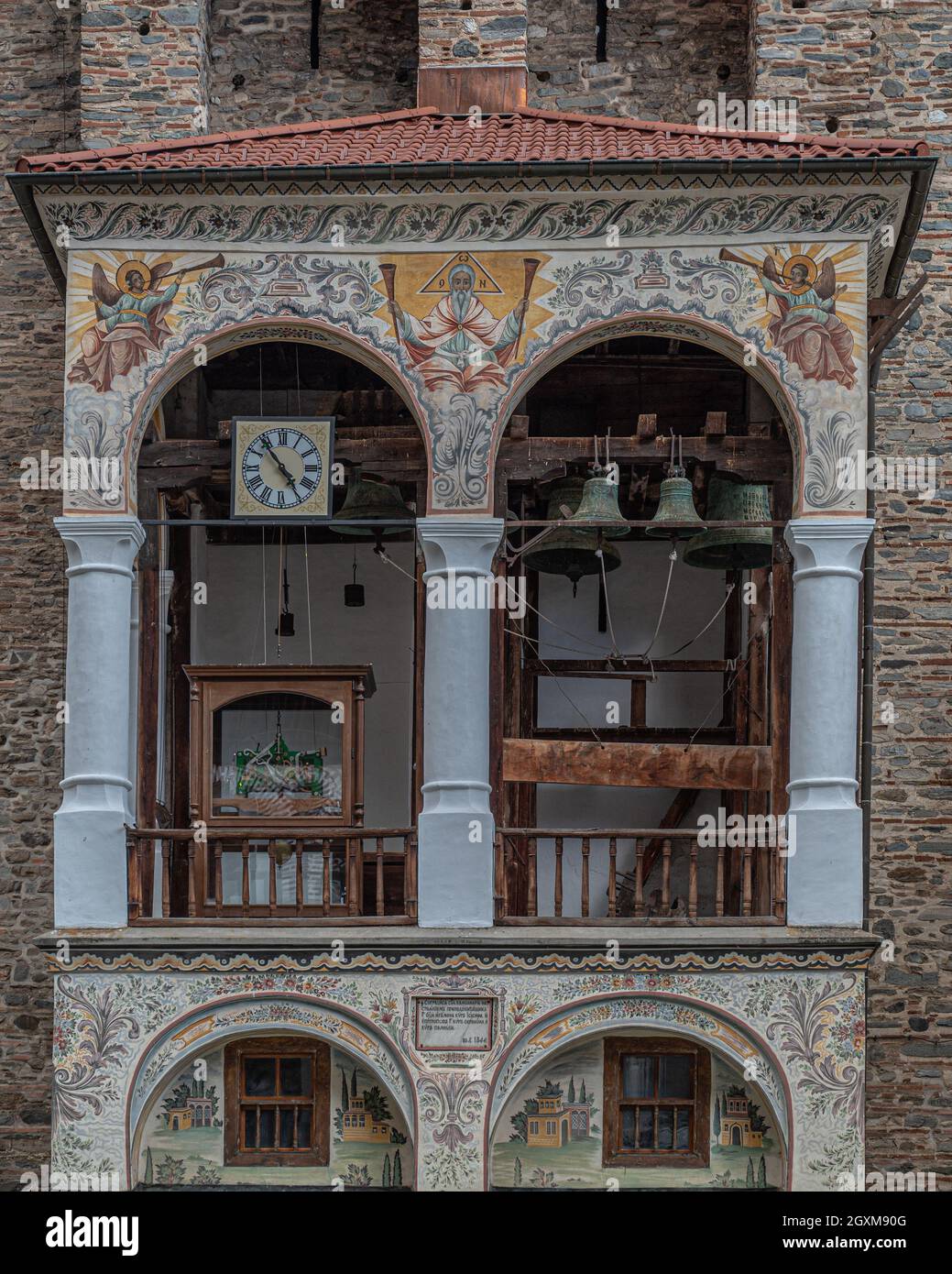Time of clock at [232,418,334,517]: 4:53
